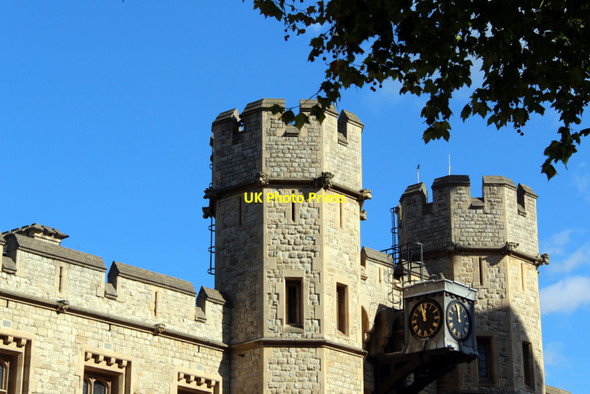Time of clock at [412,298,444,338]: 11:57
